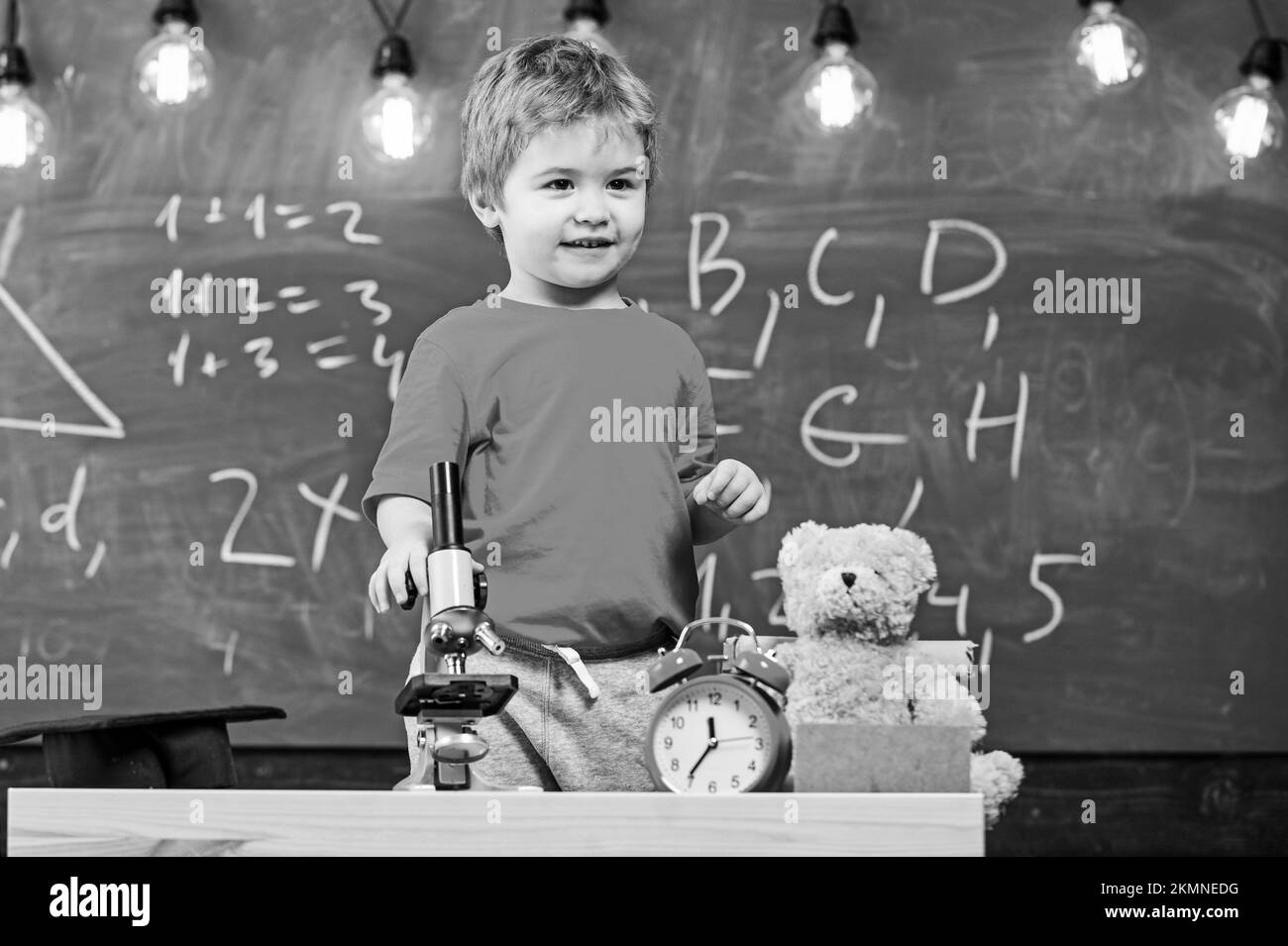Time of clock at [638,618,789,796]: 11:35
